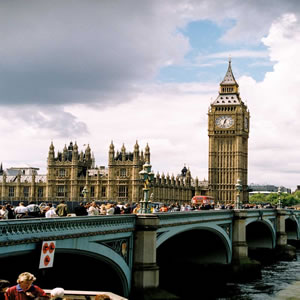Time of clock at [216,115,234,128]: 12:32
